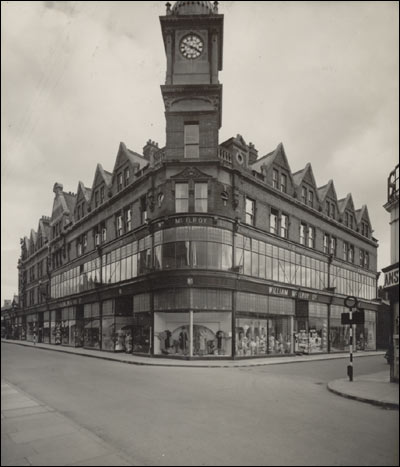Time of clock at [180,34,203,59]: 3:48
